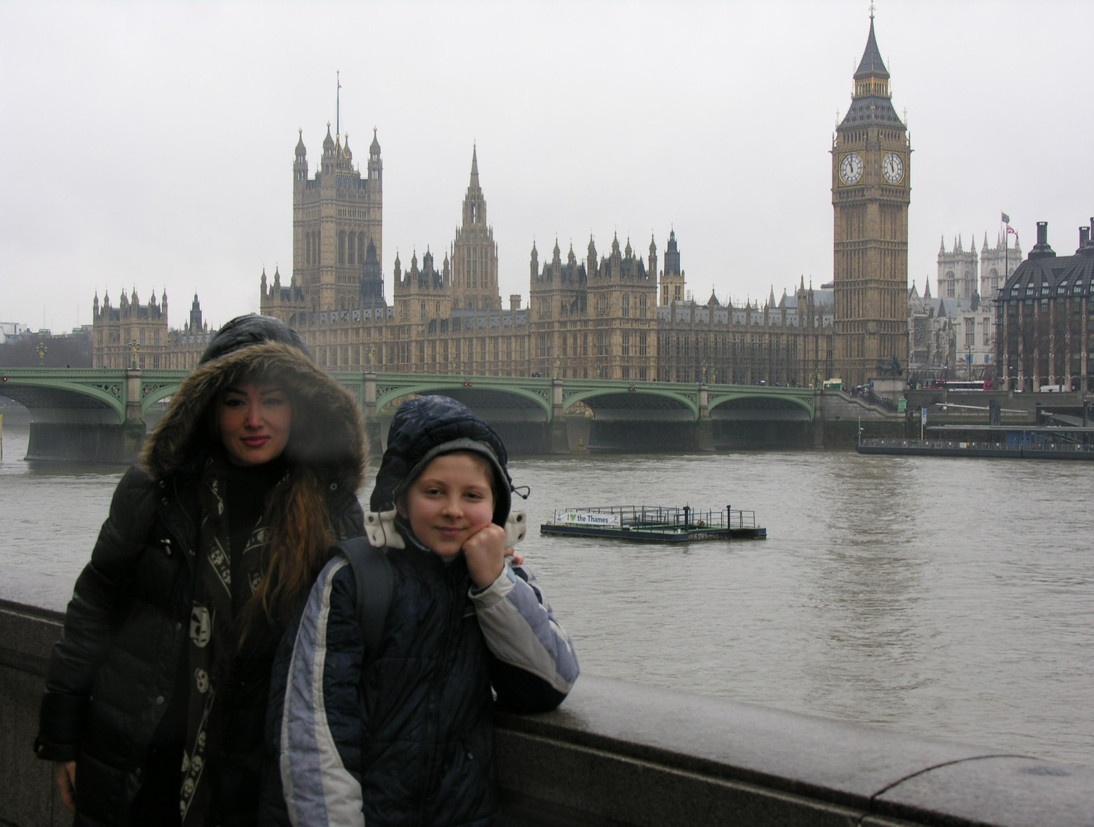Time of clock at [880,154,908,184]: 10:59
